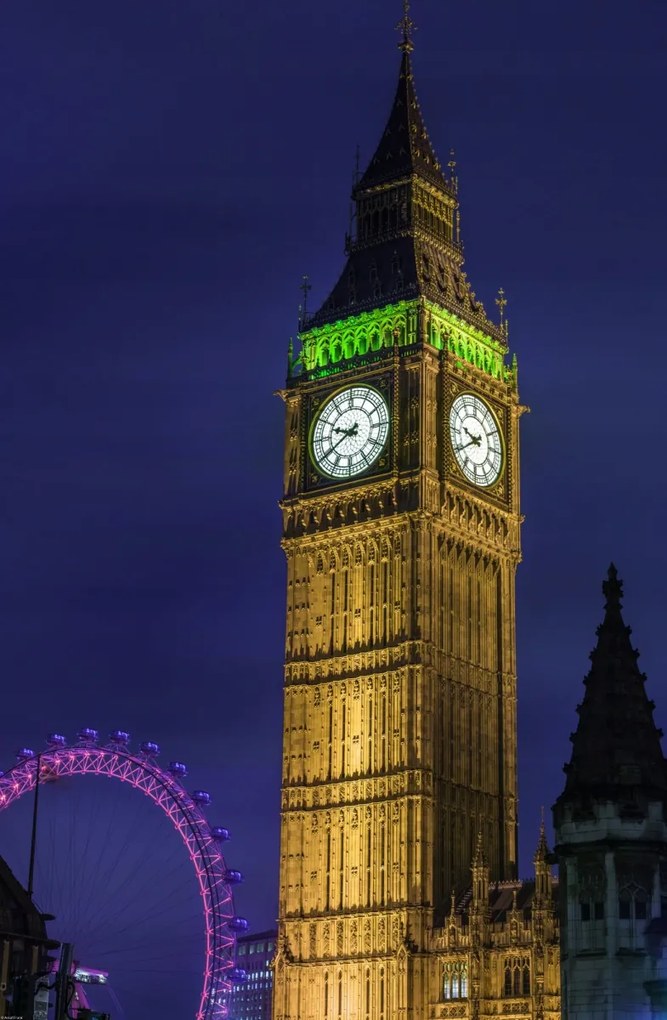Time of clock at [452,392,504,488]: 9:39
